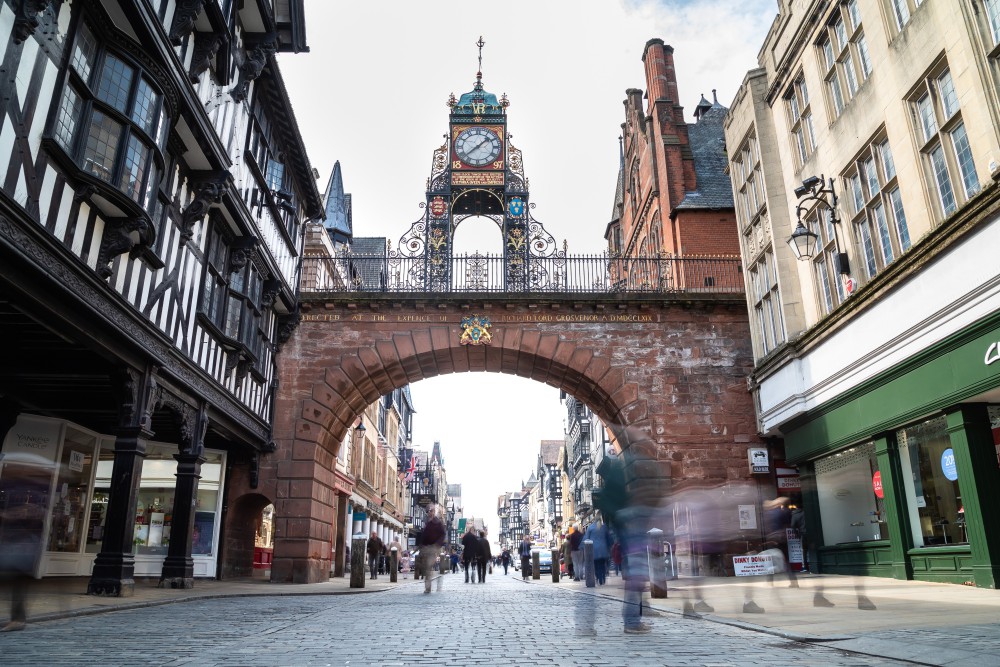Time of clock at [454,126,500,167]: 1:38
